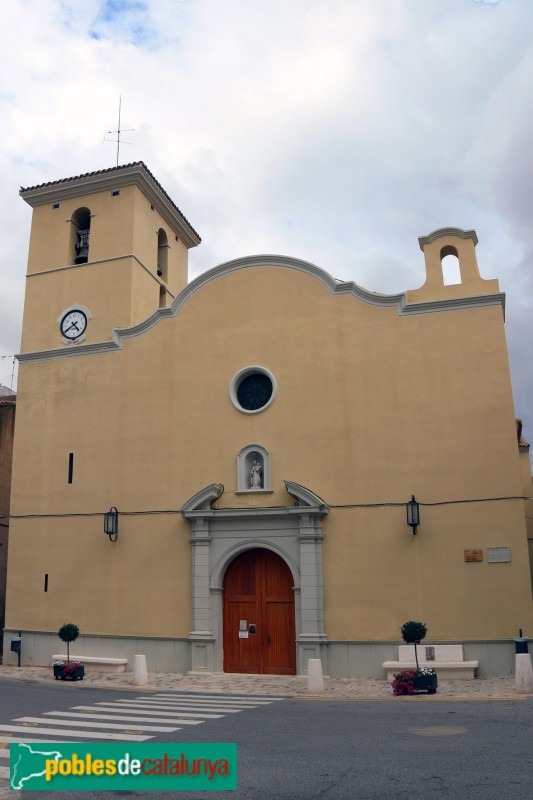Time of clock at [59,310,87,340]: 4:39
